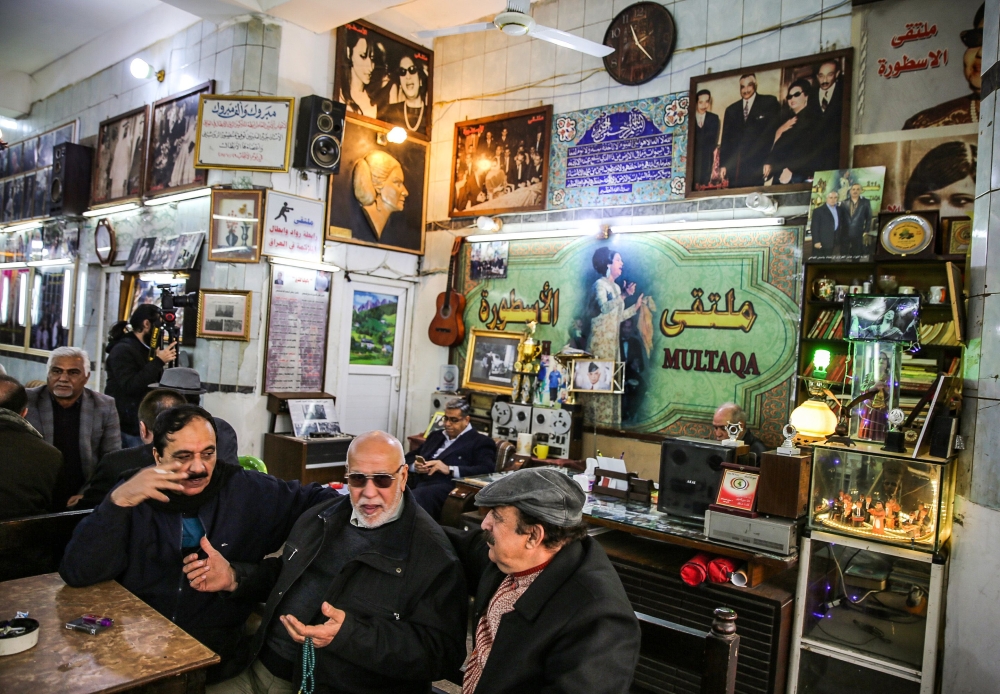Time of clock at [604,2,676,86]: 11:22
